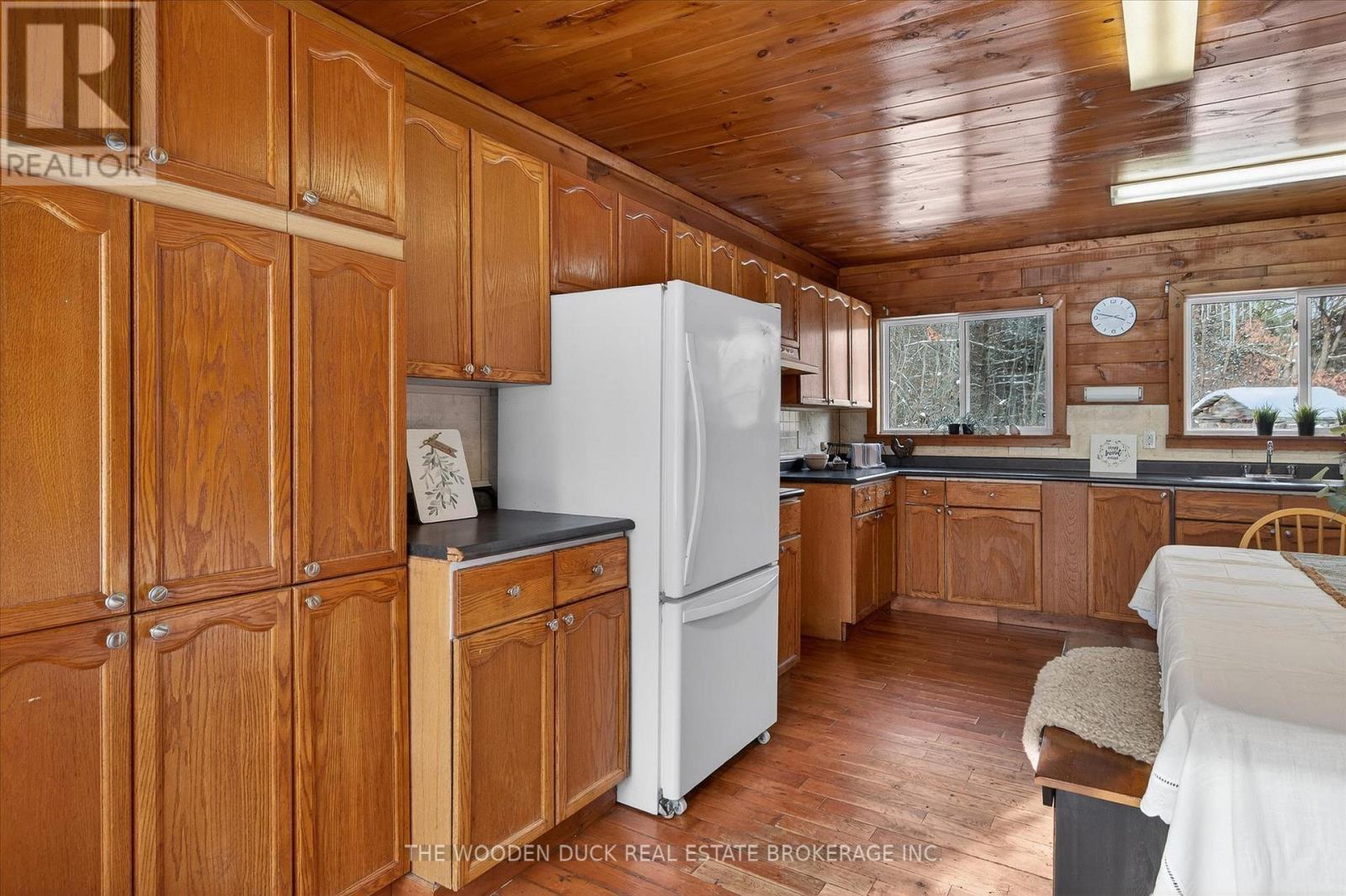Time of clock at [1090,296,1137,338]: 3:47
